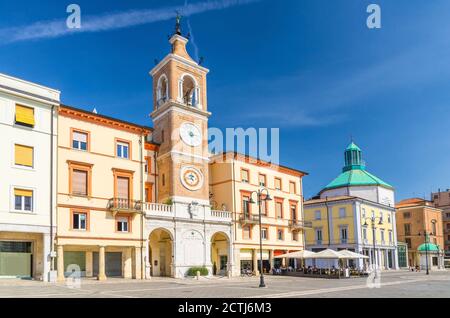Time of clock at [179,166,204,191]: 4:42
